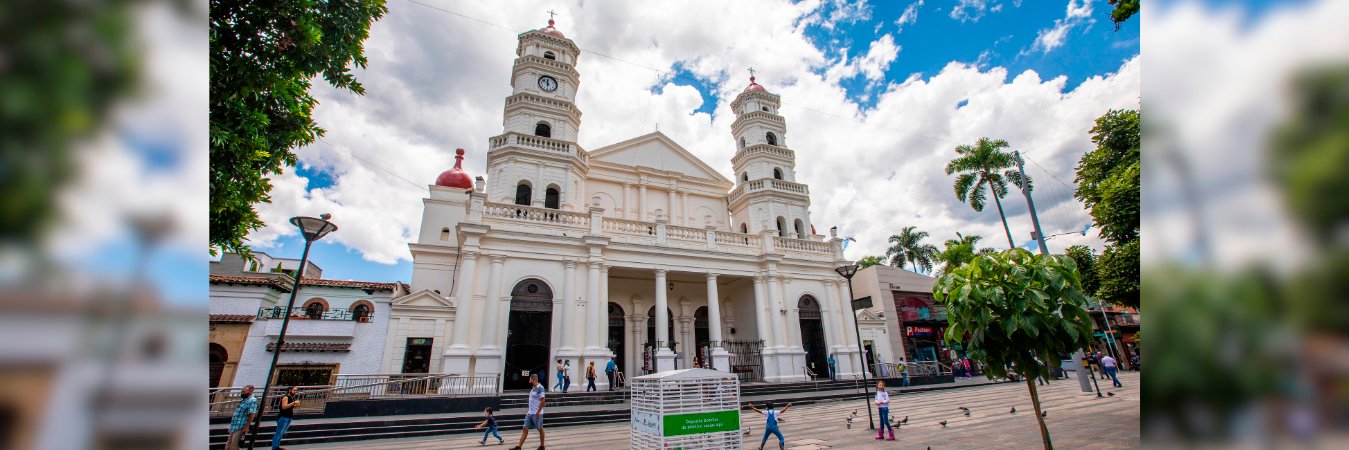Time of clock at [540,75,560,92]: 11:52
